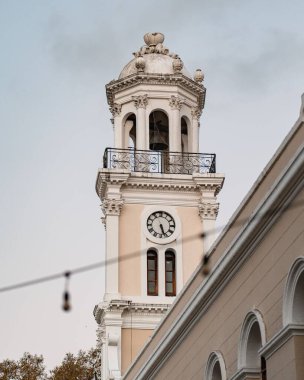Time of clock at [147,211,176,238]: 5:26
